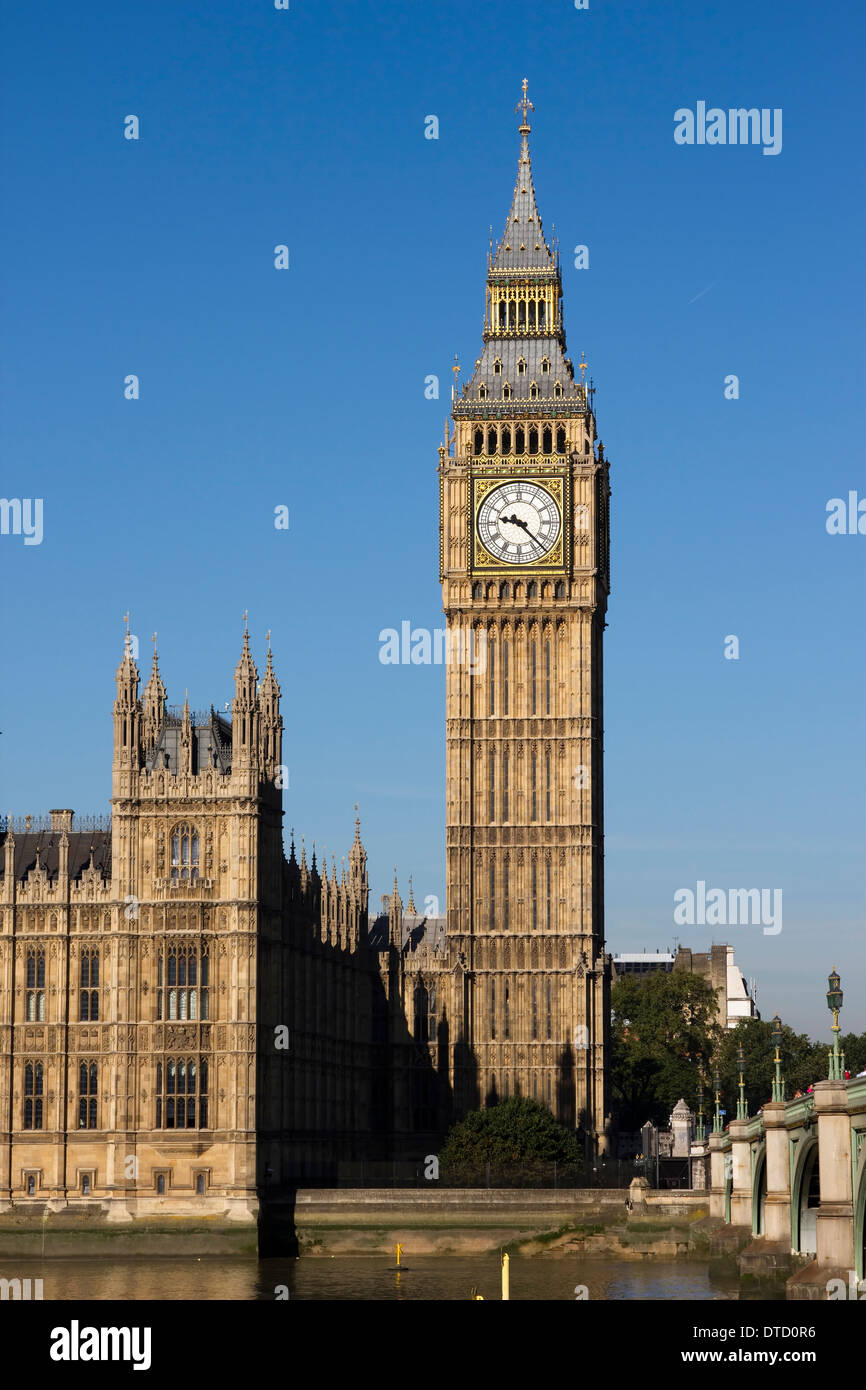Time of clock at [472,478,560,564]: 9:22
